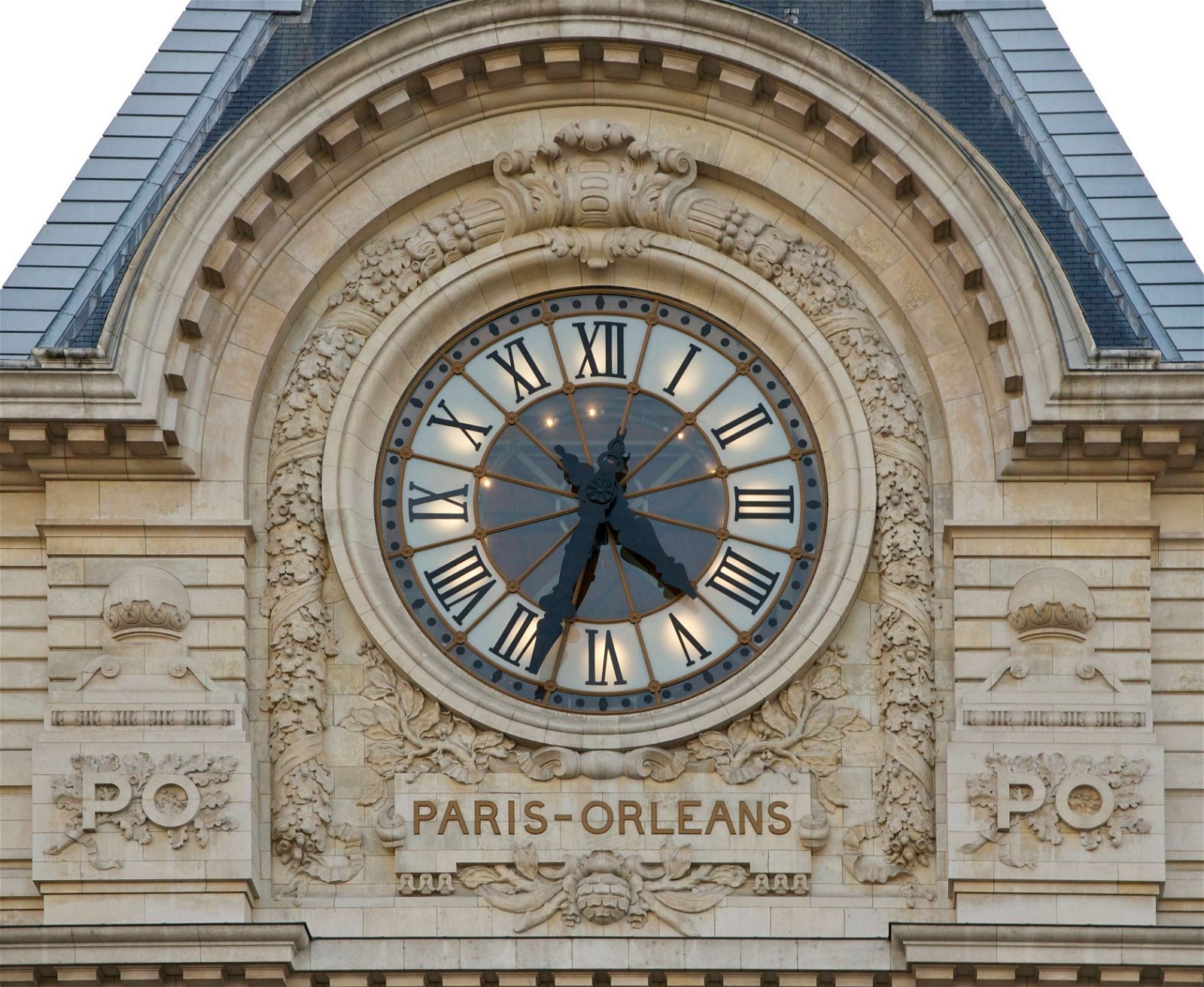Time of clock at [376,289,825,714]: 4:33
